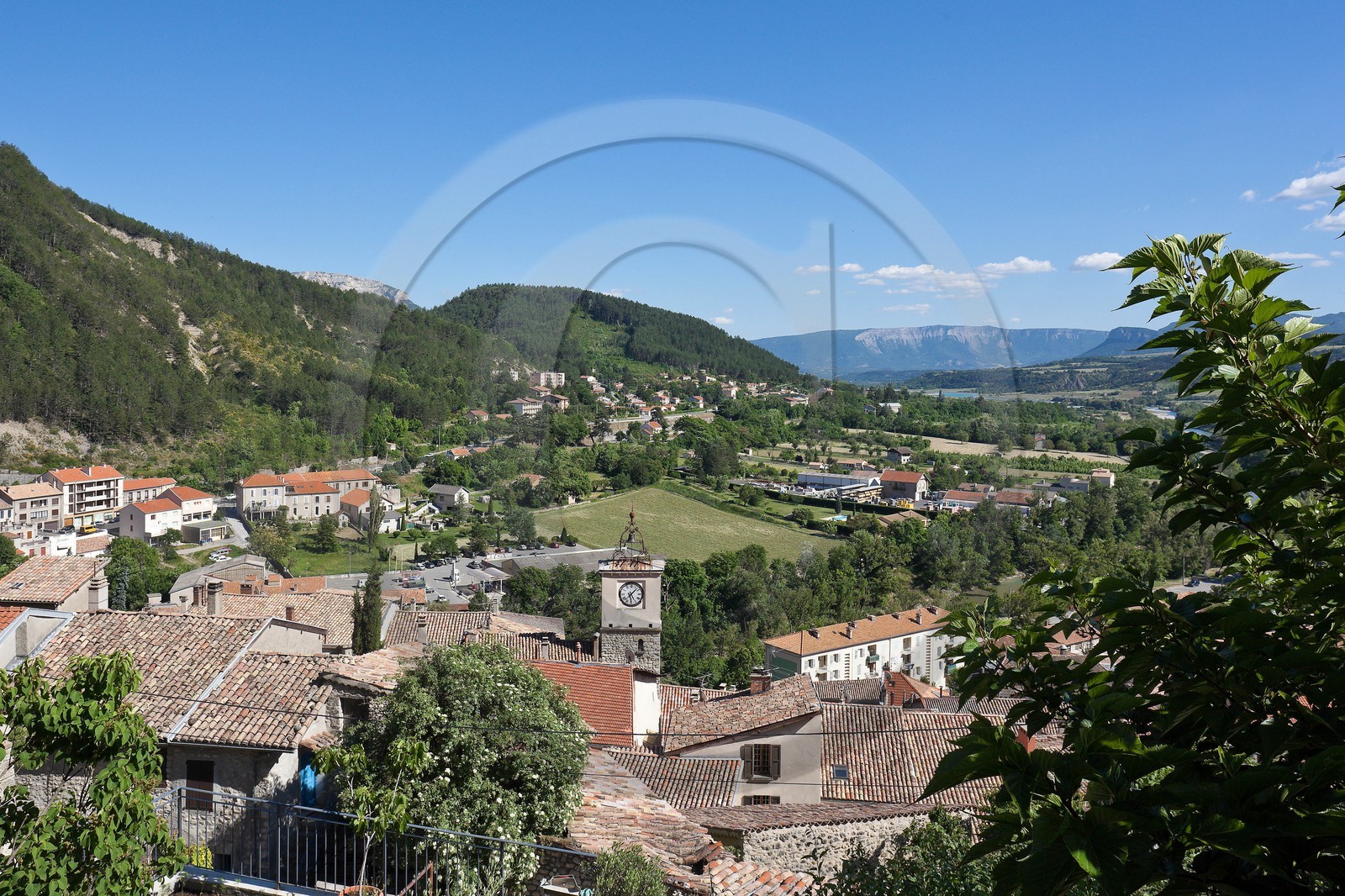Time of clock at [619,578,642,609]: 5:07
